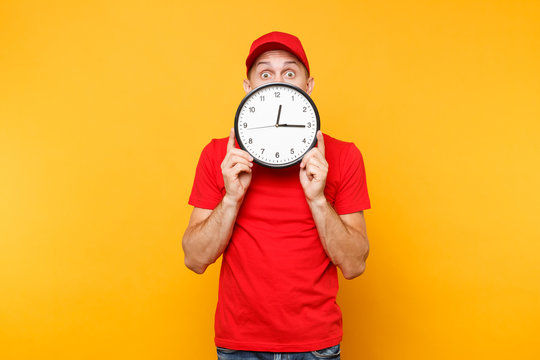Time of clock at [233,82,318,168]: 12:15
